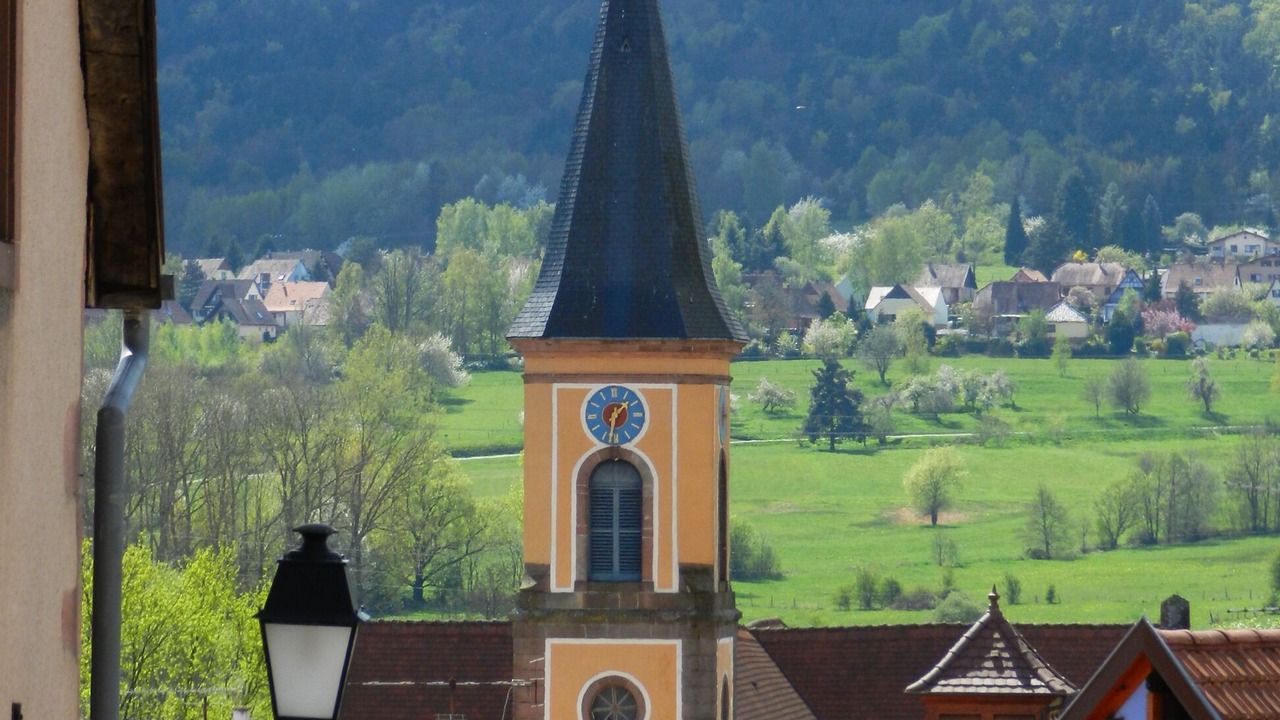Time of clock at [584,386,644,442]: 1:32
